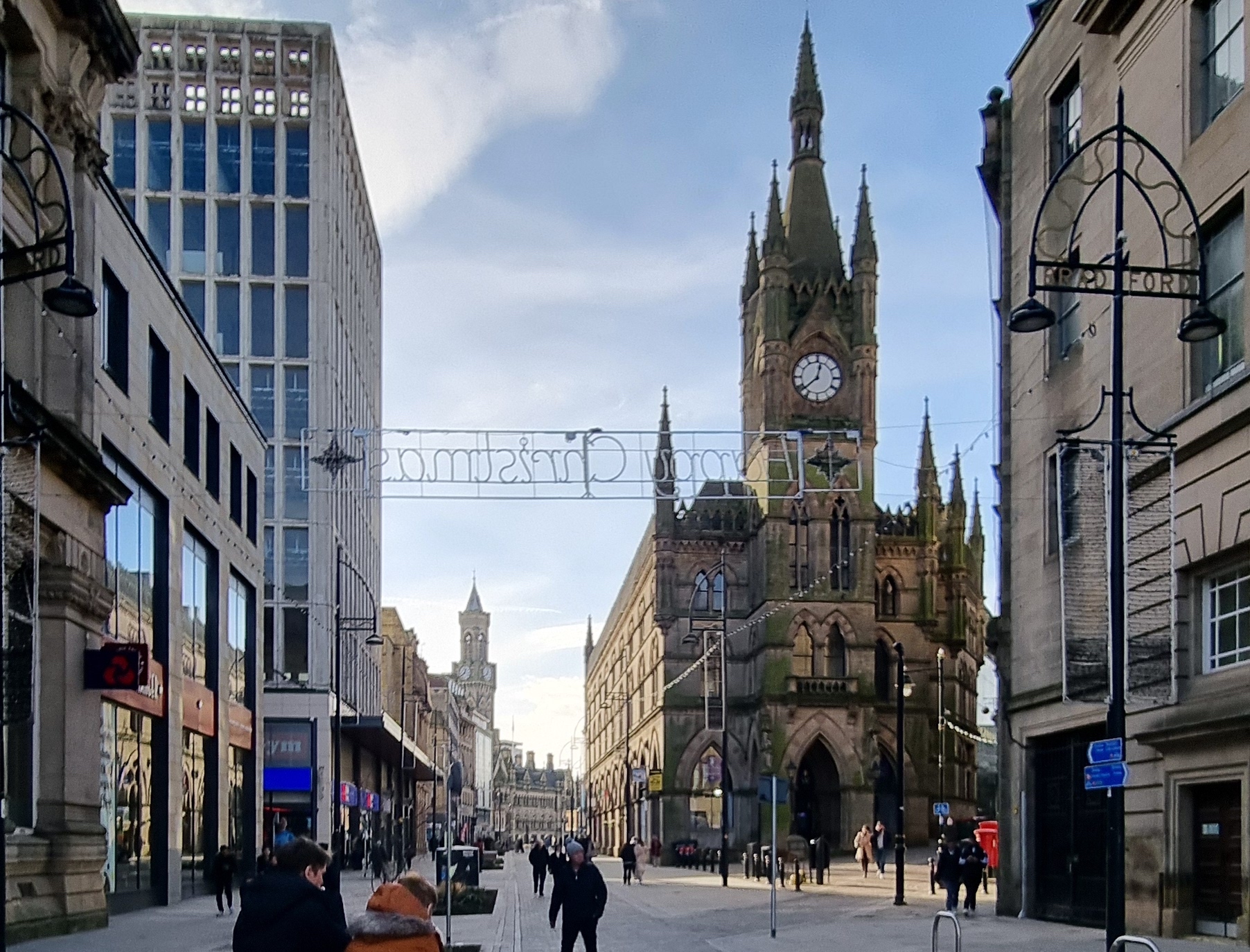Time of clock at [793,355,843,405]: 12:38
